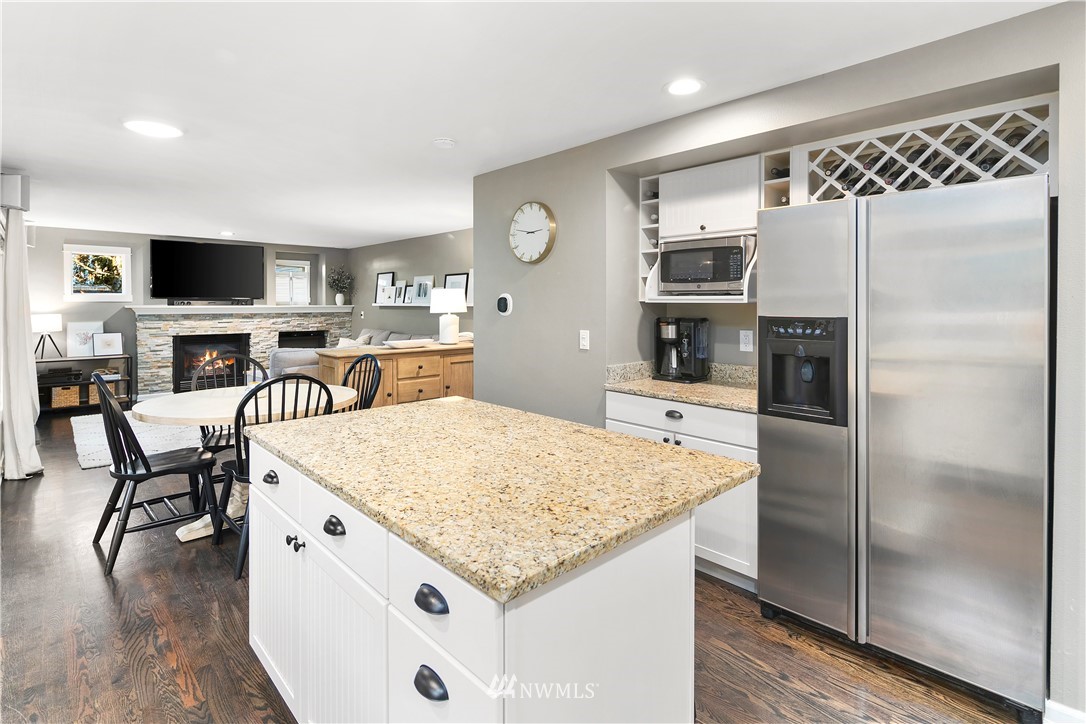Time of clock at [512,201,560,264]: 2:46
